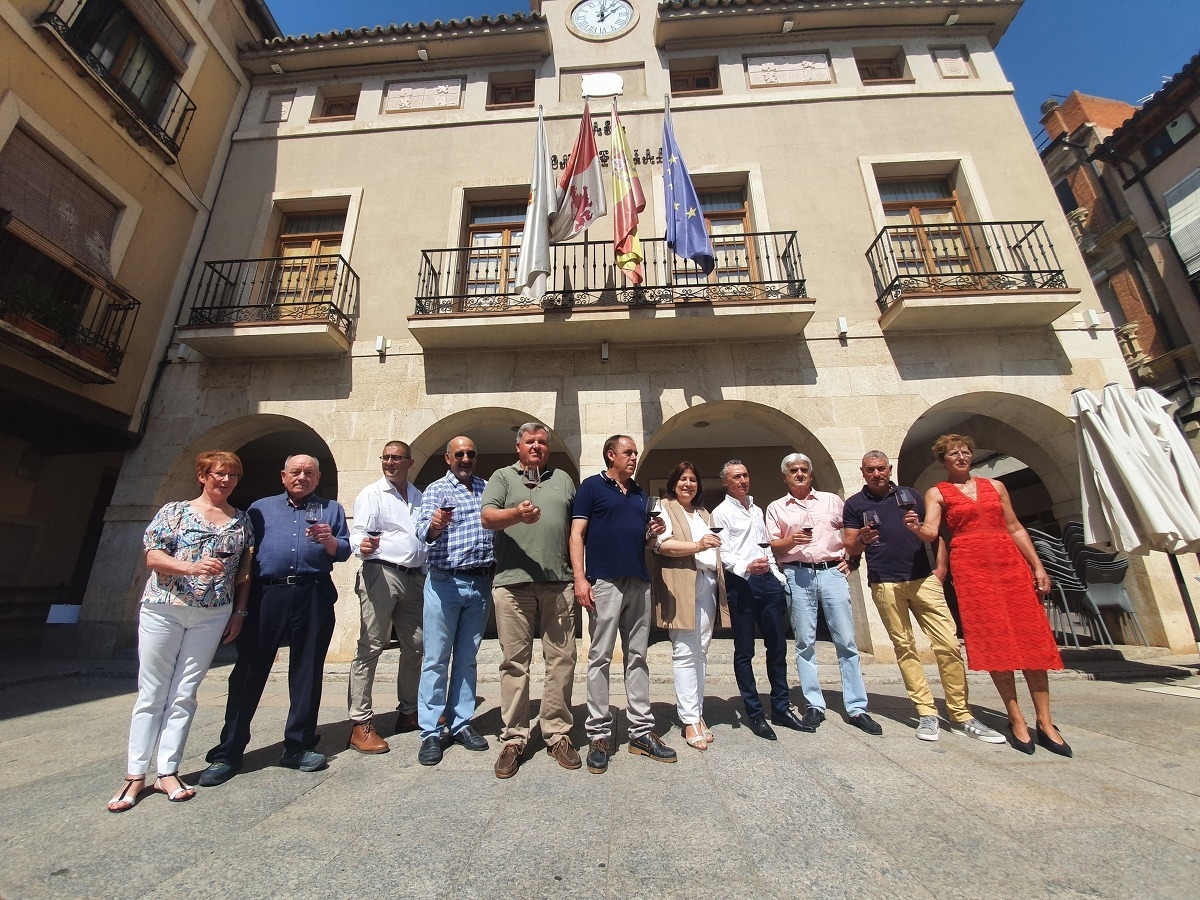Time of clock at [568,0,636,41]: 12:07
